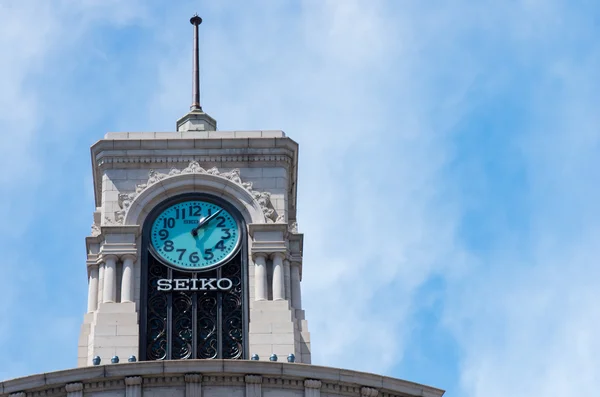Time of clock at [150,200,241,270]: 1:07
